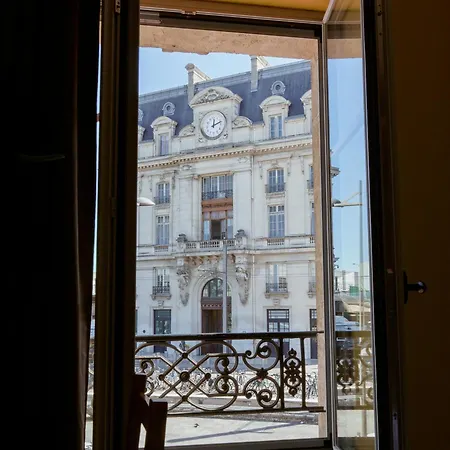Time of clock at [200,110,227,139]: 12:11
